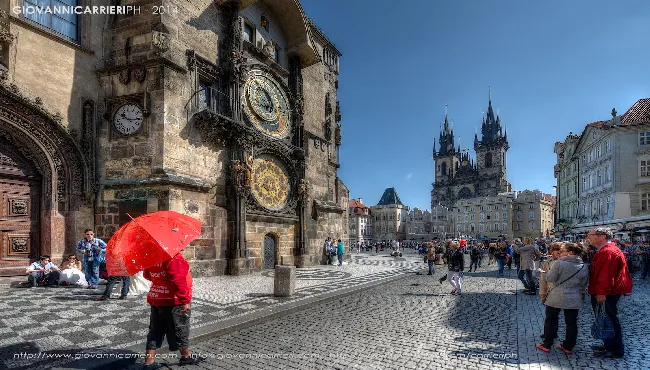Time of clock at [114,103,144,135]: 10:15
